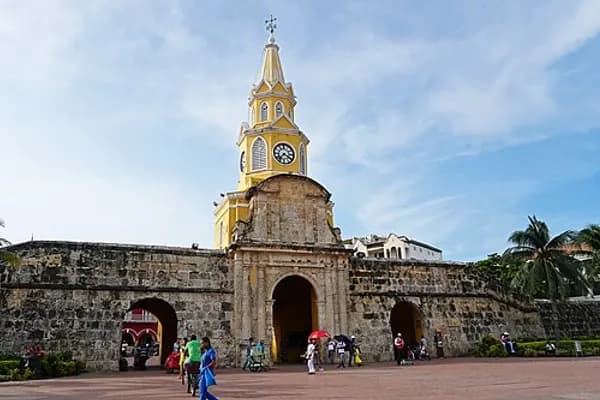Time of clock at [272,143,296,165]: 7:20
